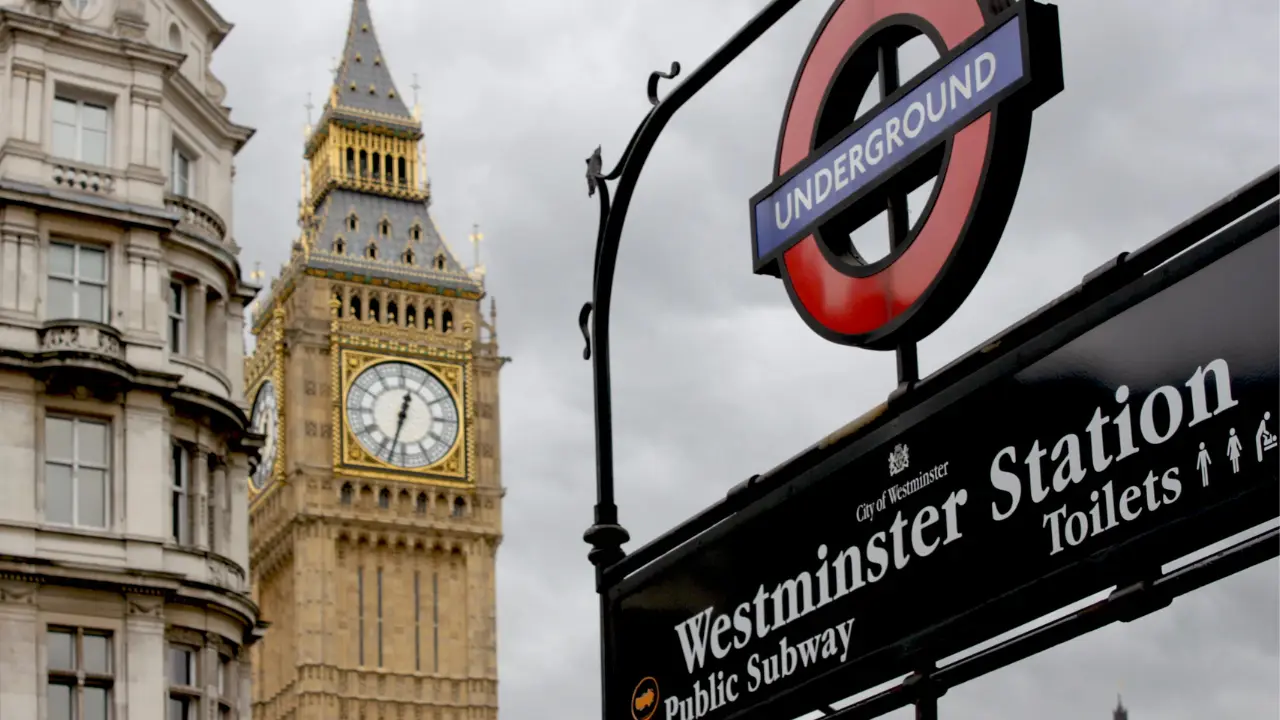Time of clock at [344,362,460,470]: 12:32
